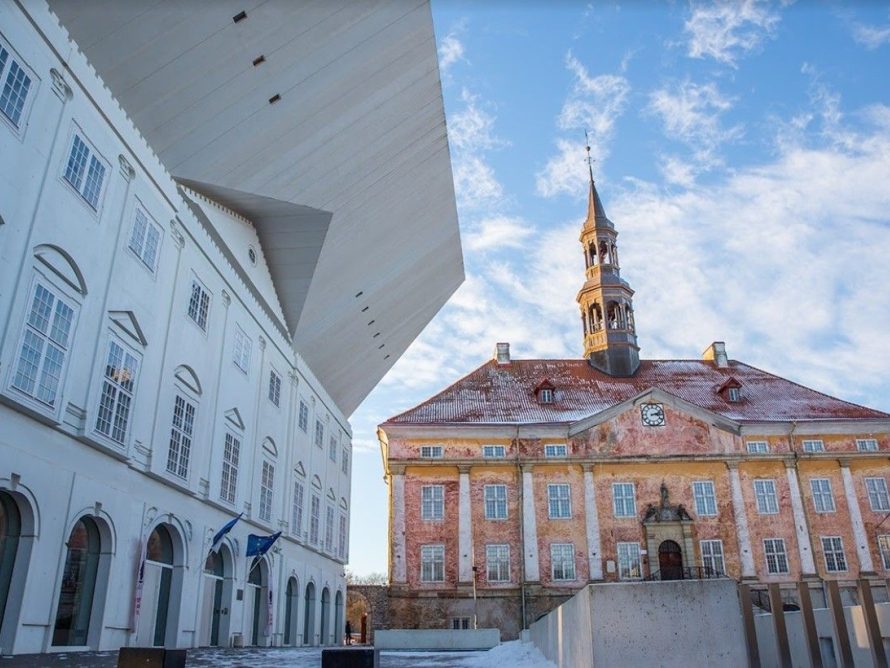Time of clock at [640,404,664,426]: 3:12
